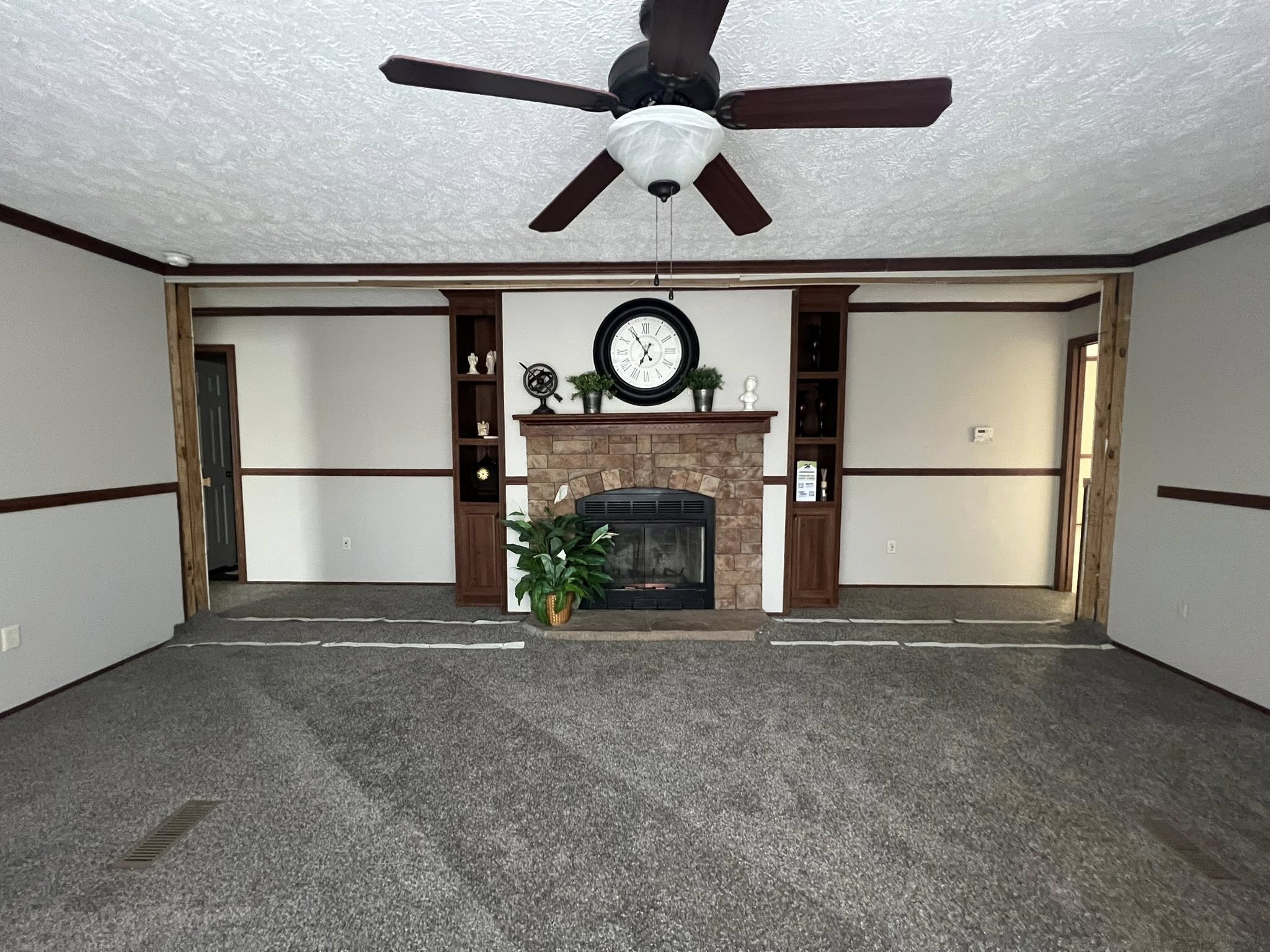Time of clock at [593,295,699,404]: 6:54
